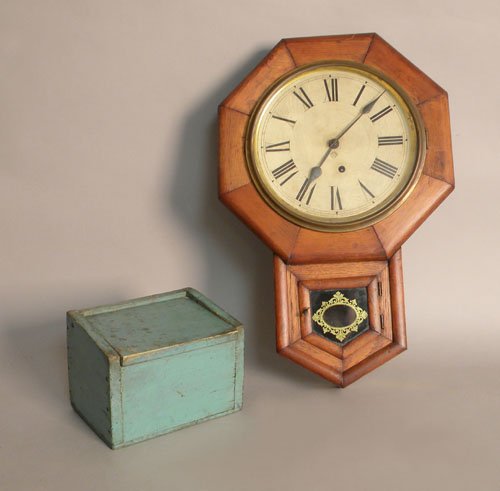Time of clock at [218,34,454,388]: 7:07
